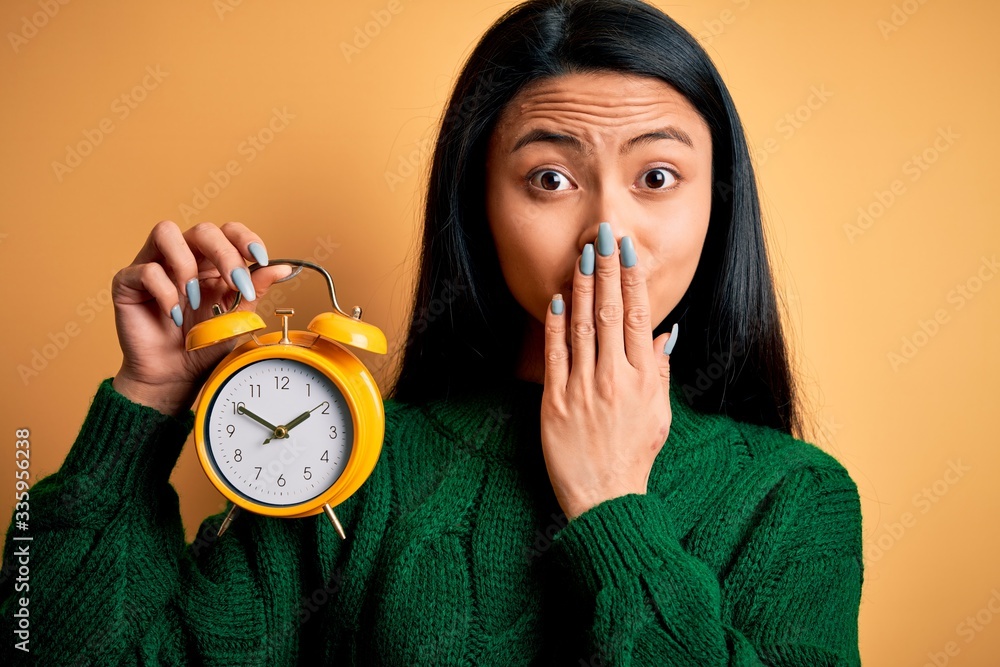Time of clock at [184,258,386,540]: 1:50
